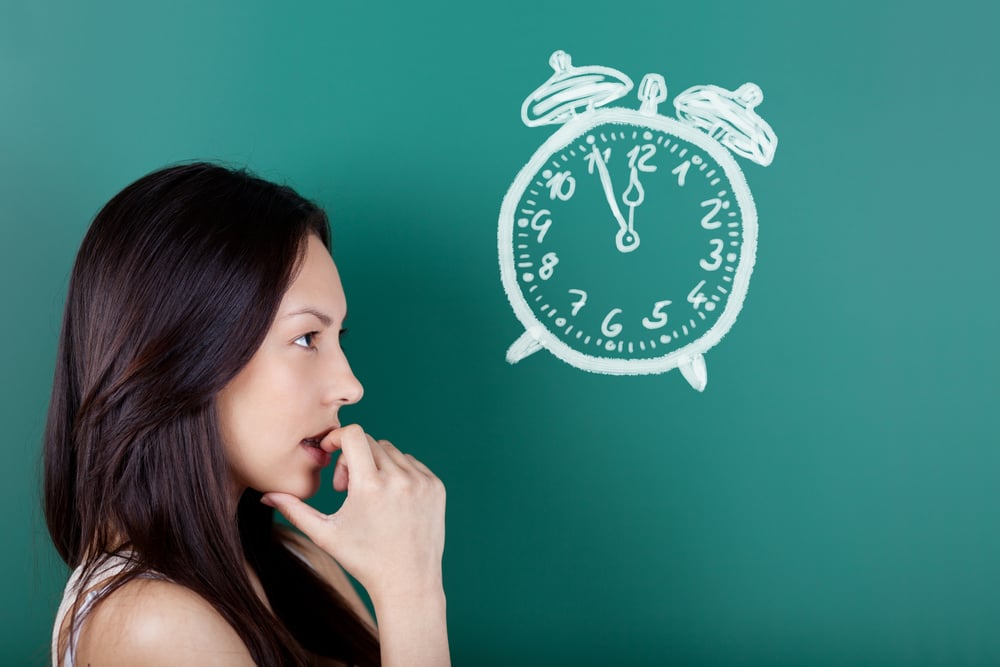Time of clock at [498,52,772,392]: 11:55
